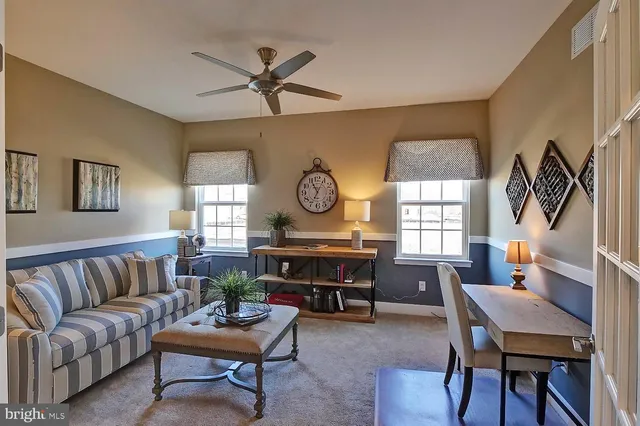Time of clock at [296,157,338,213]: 6:55
